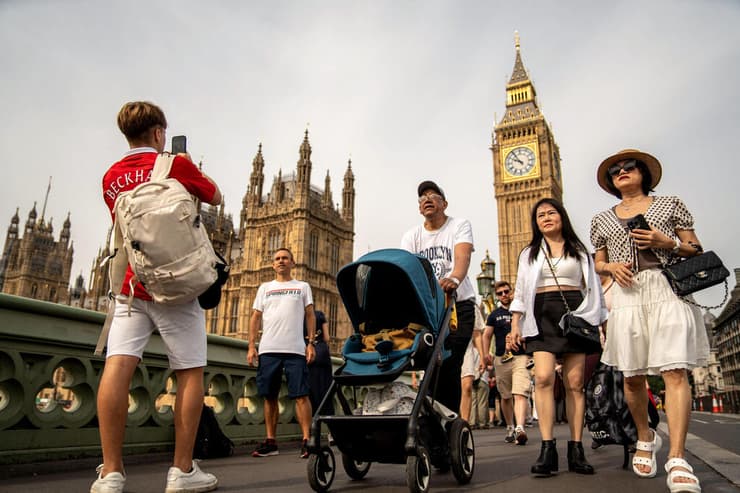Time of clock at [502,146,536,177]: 9:54
